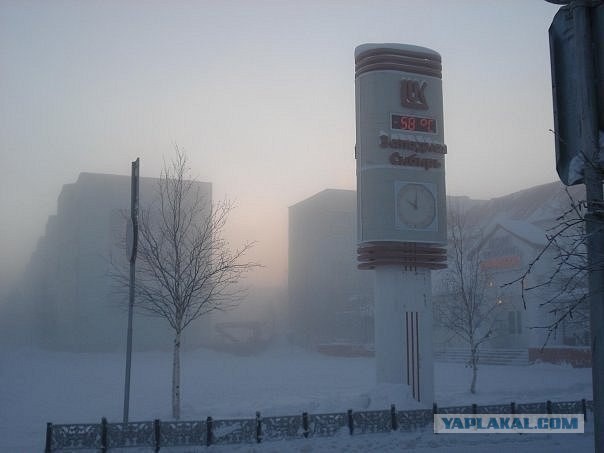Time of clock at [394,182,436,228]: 10:00
